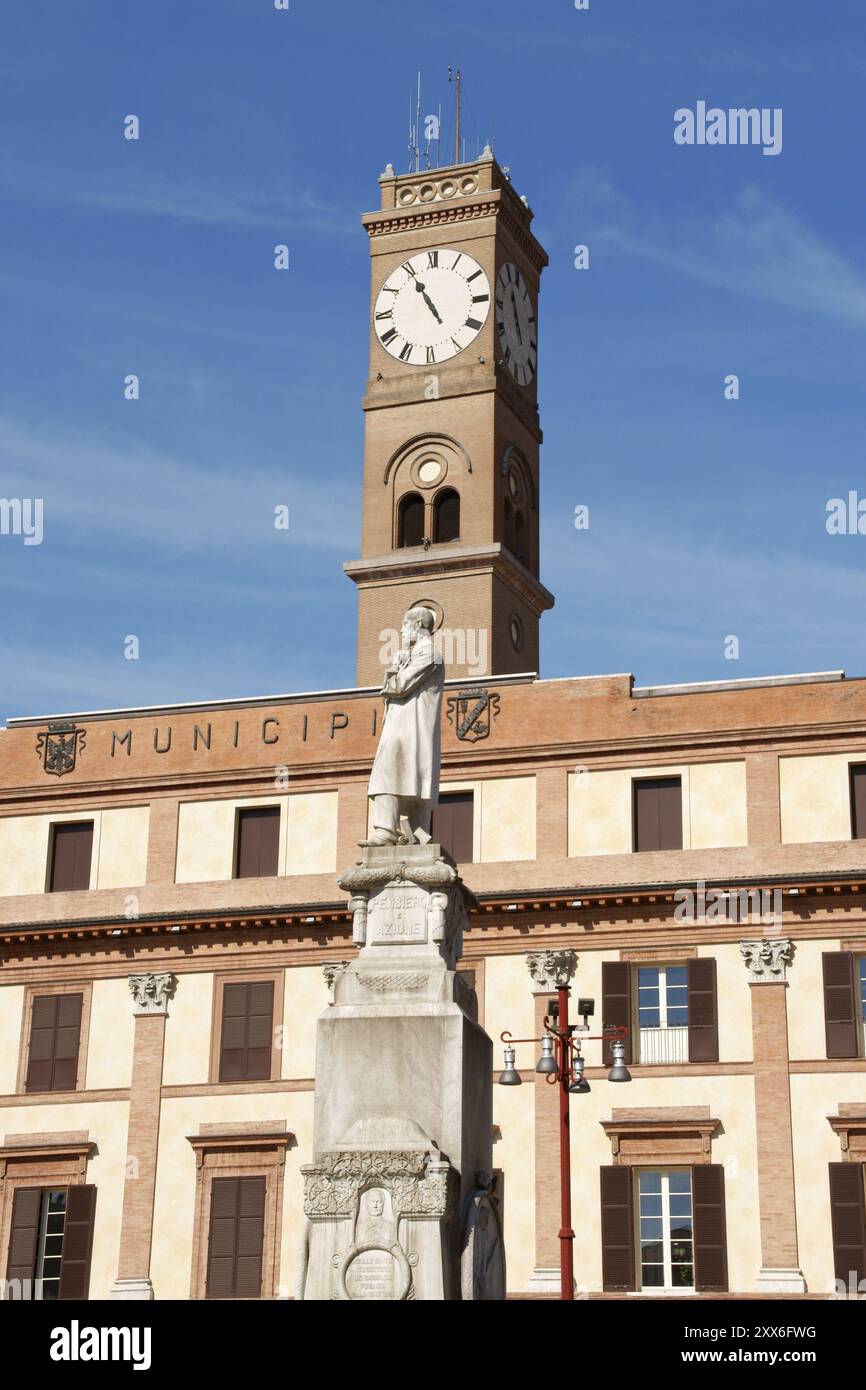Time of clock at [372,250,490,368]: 10:54
